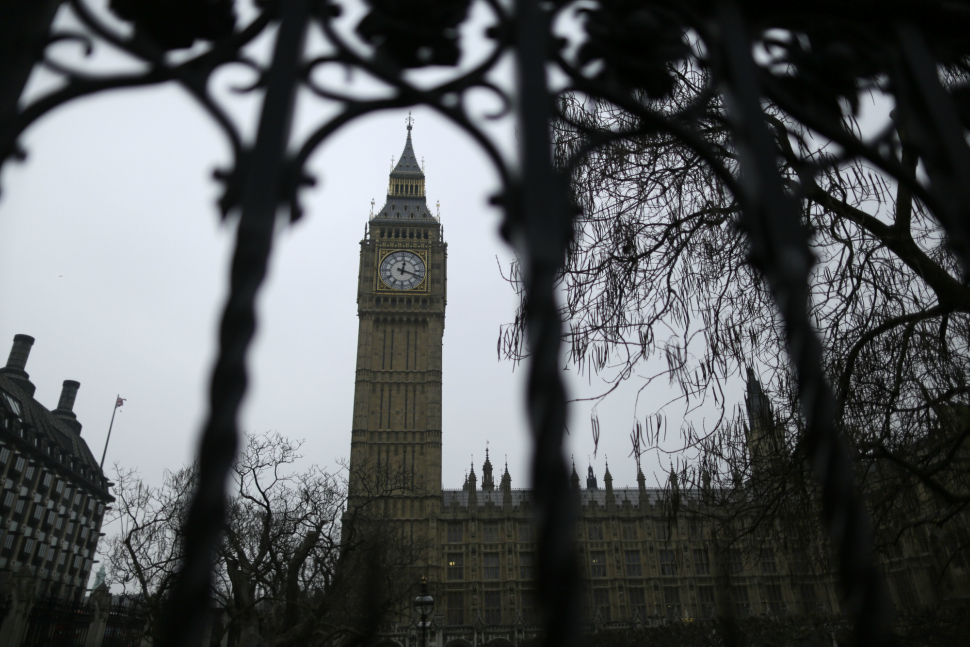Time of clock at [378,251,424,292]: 12:18
